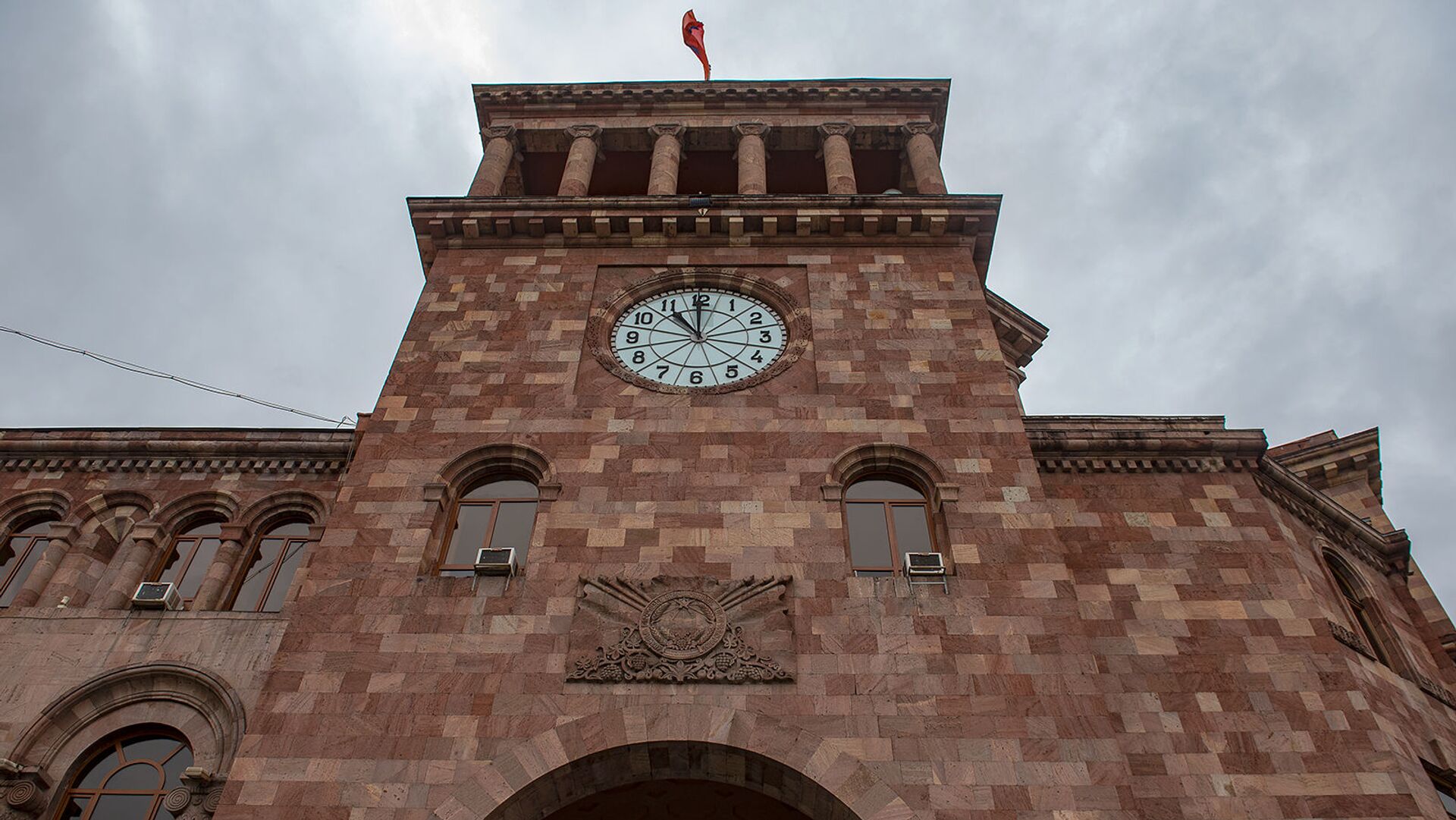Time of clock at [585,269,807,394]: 10:59
